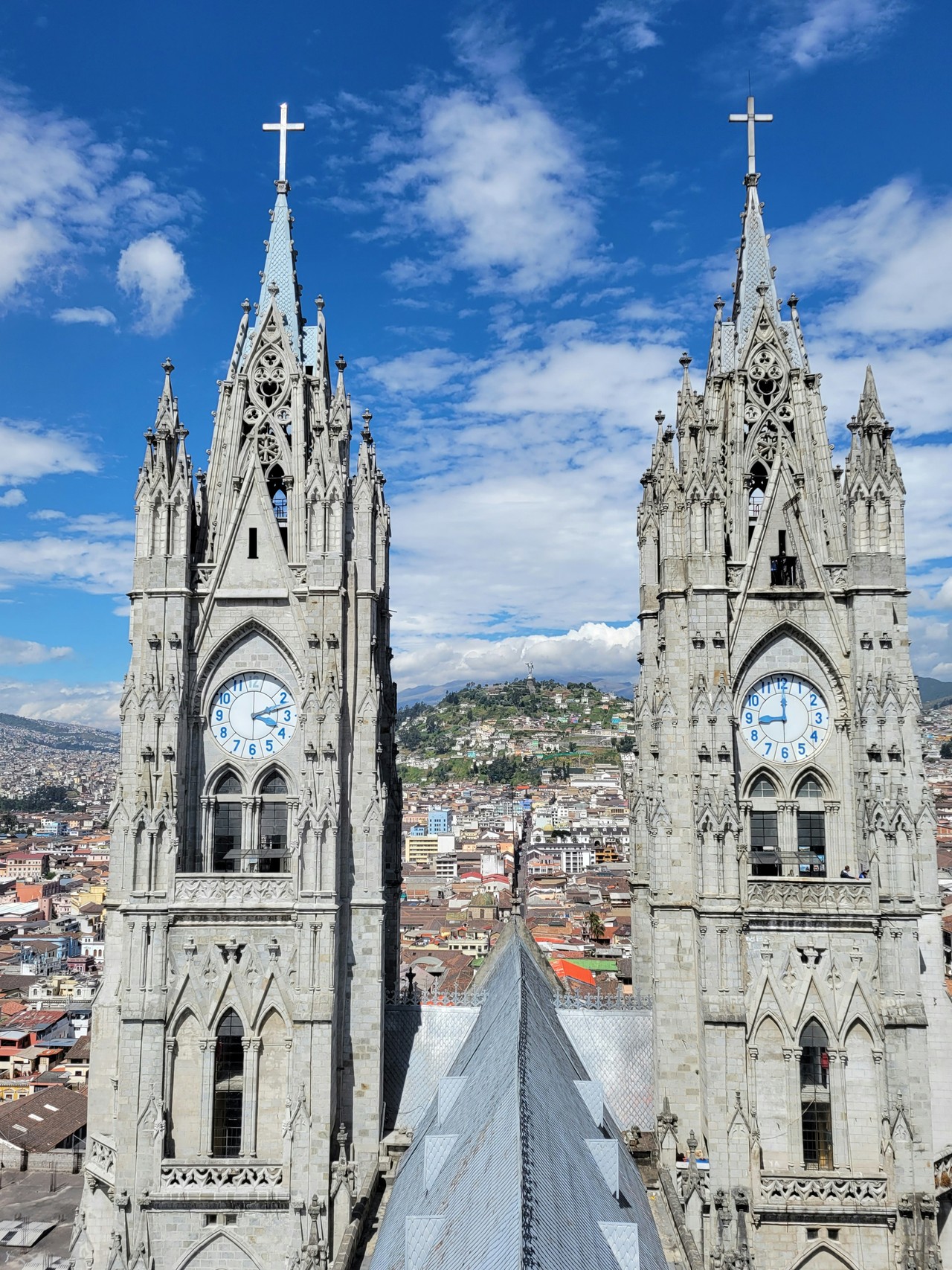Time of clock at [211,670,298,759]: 3:12
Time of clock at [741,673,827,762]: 9:00
